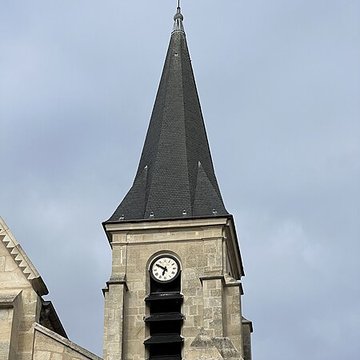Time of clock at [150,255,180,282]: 6:50
